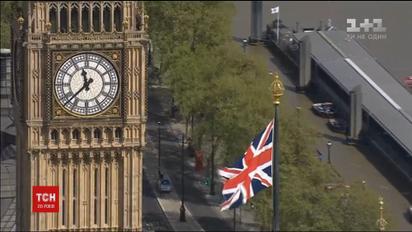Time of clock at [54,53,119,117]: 11:37
